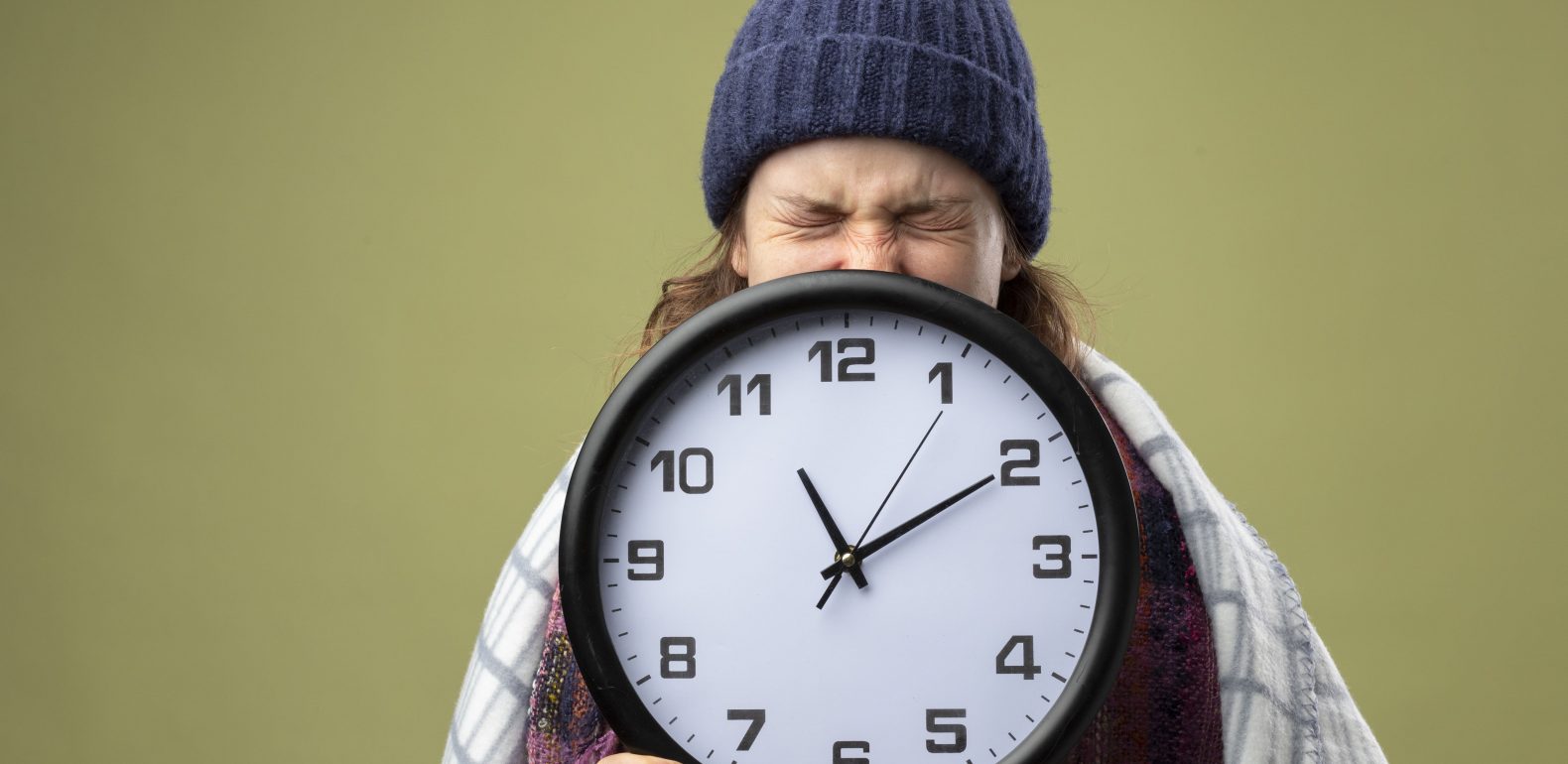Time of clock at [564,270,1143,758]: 11:10
